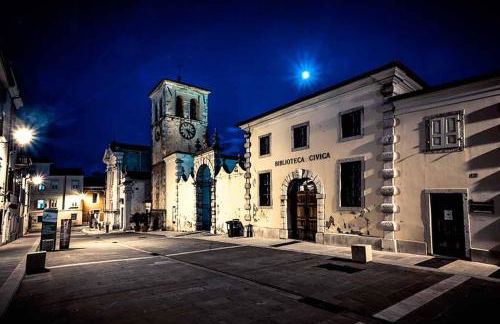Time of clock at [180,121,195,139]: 5:18
